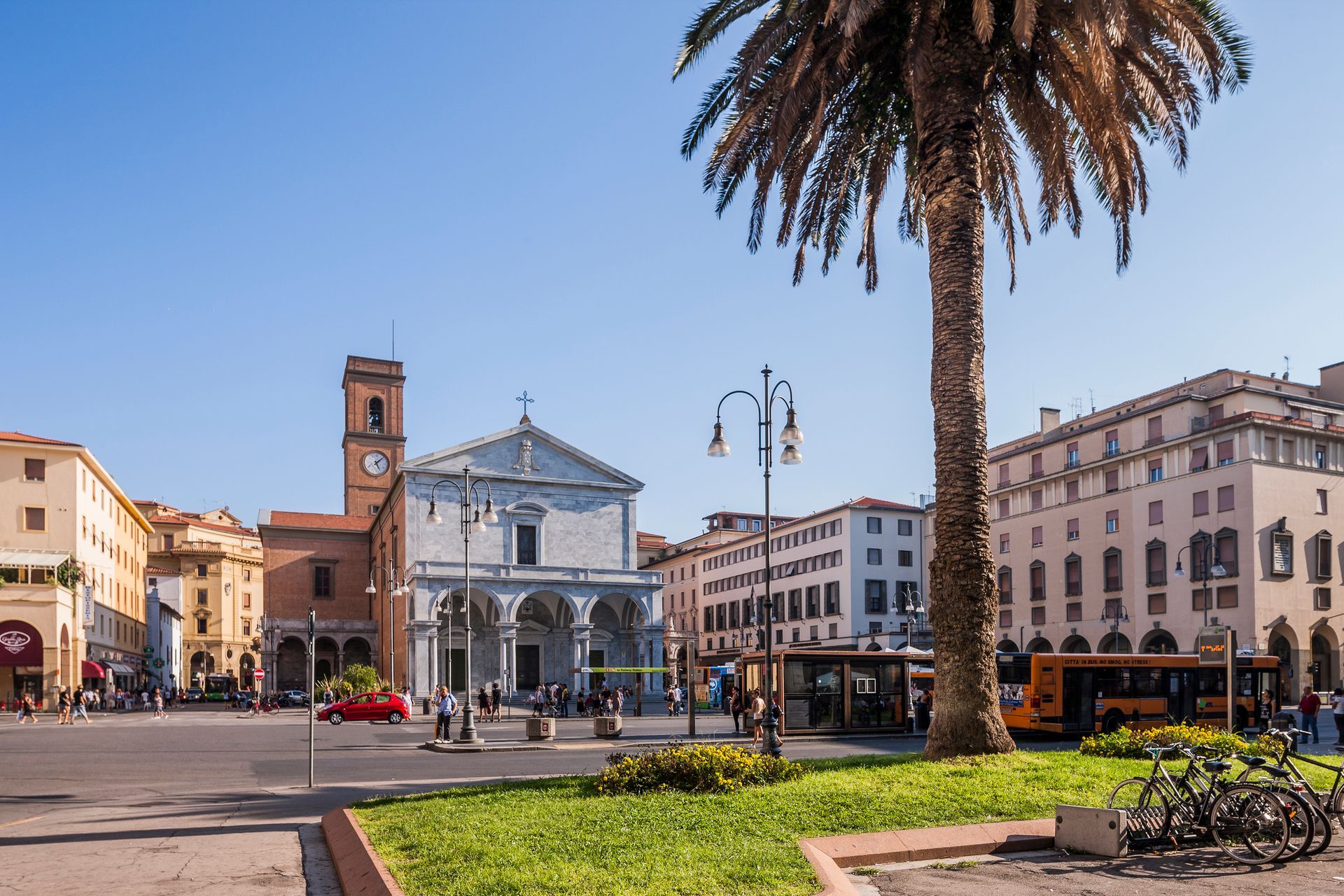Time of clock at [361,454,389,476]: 5:07
